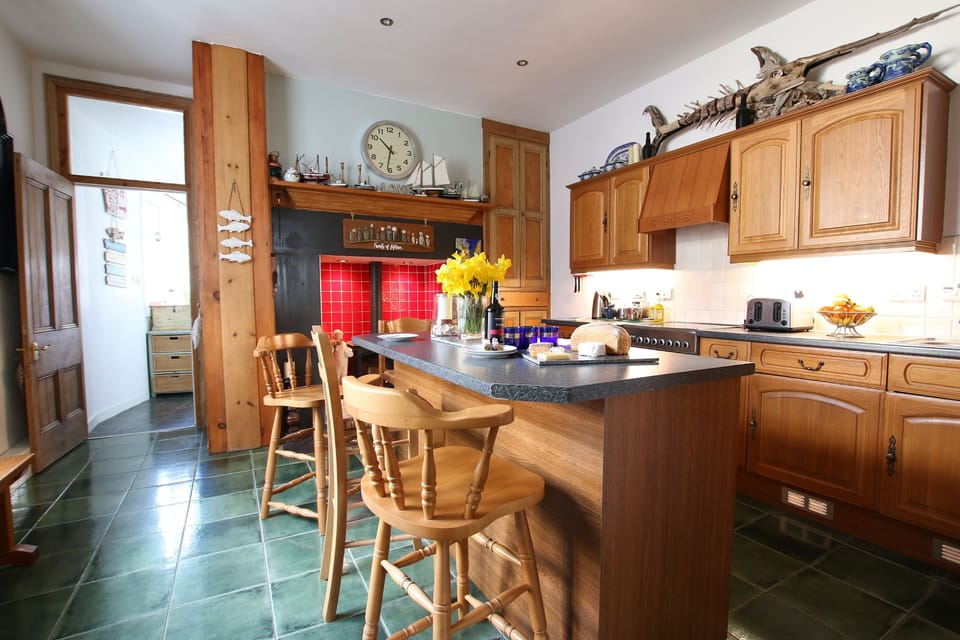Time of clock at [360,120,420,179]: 10:31
